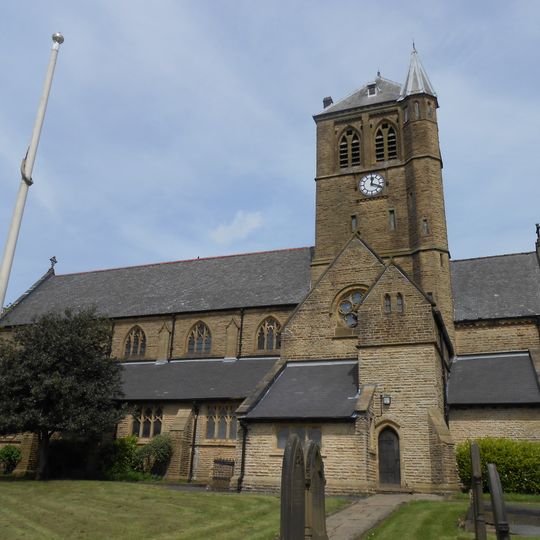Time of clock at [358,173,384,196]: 12:18
